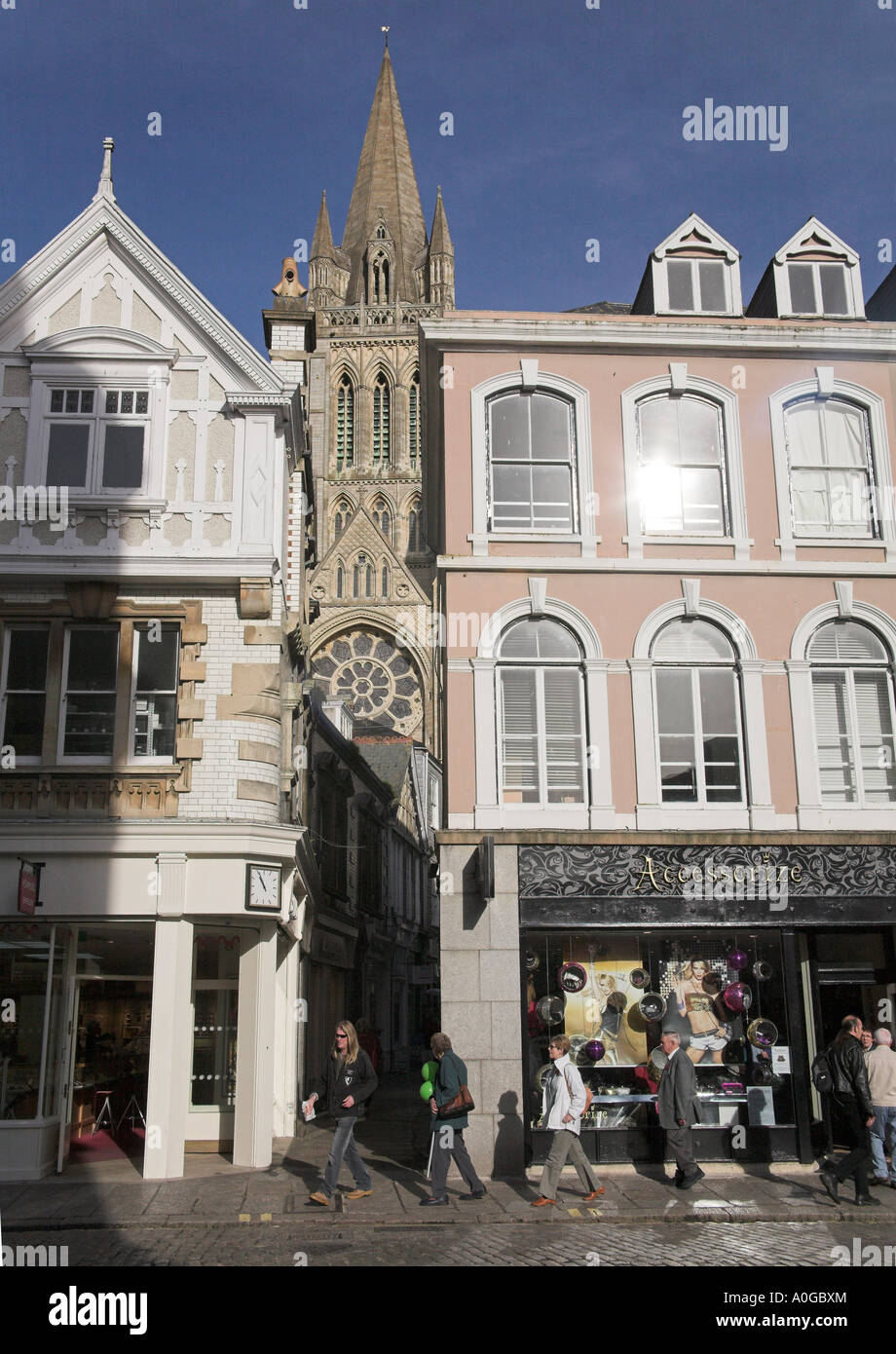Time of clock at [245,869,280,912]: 10:55
